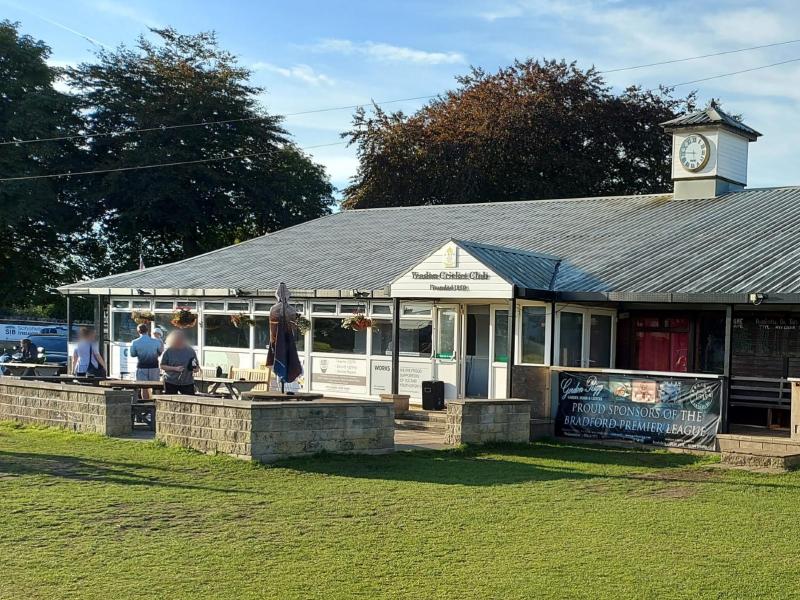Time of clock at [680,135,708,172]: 5:45
